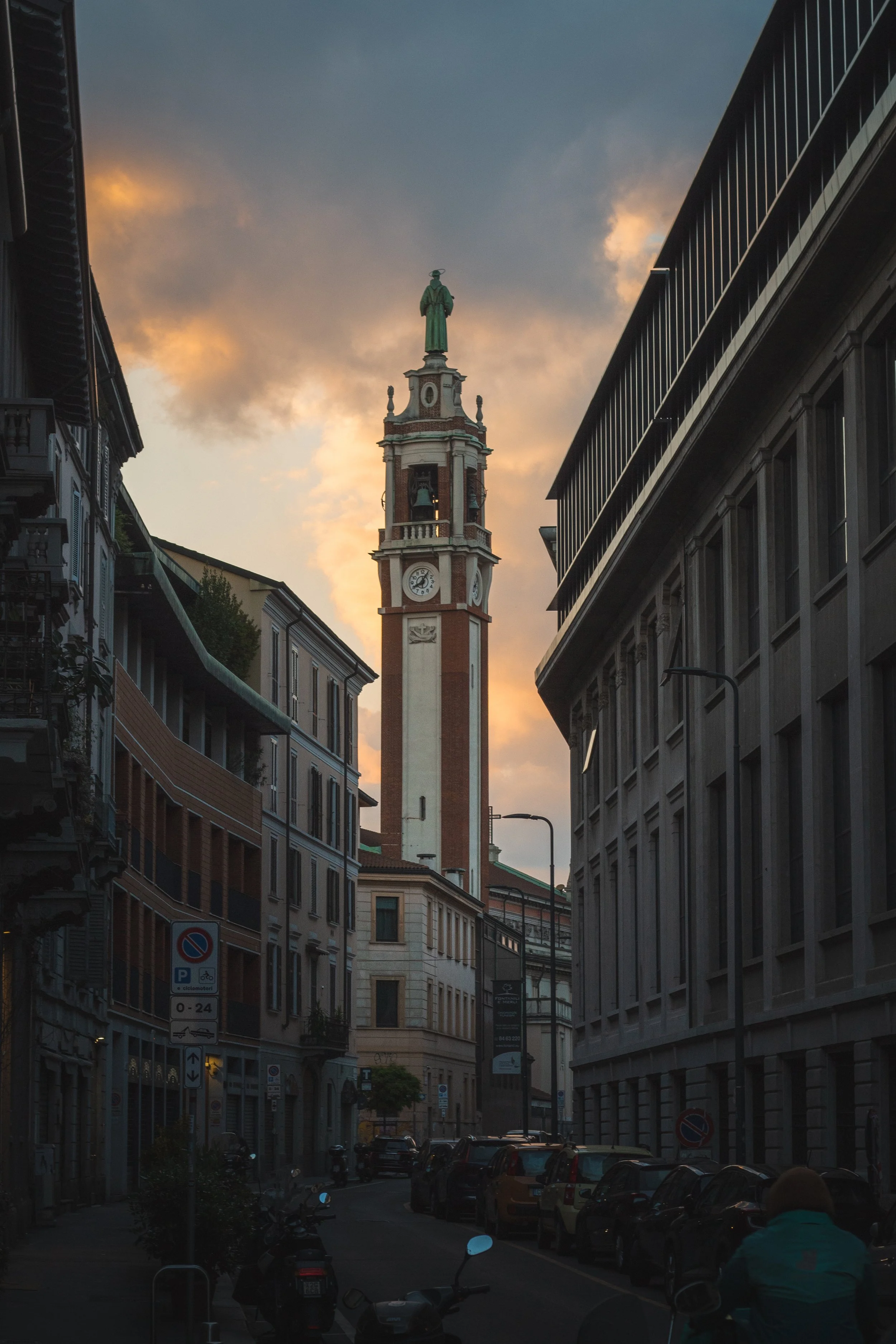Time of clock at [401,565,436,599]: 8:05
